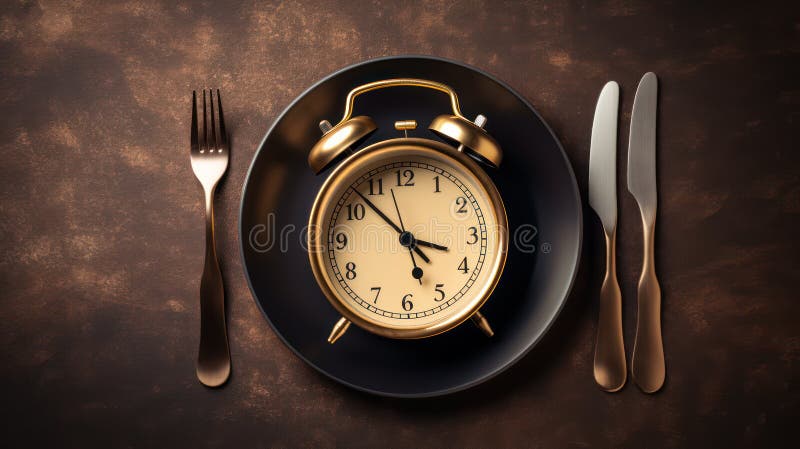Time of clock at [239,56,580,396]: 3:52
